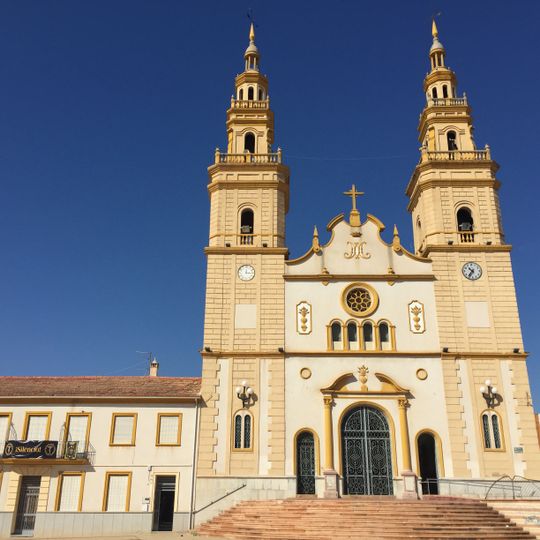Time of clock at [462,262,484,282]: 10:36
